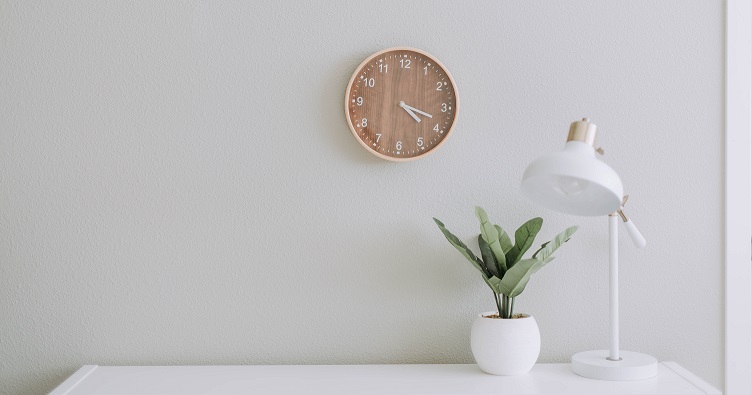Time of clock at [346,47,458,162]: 4:18
